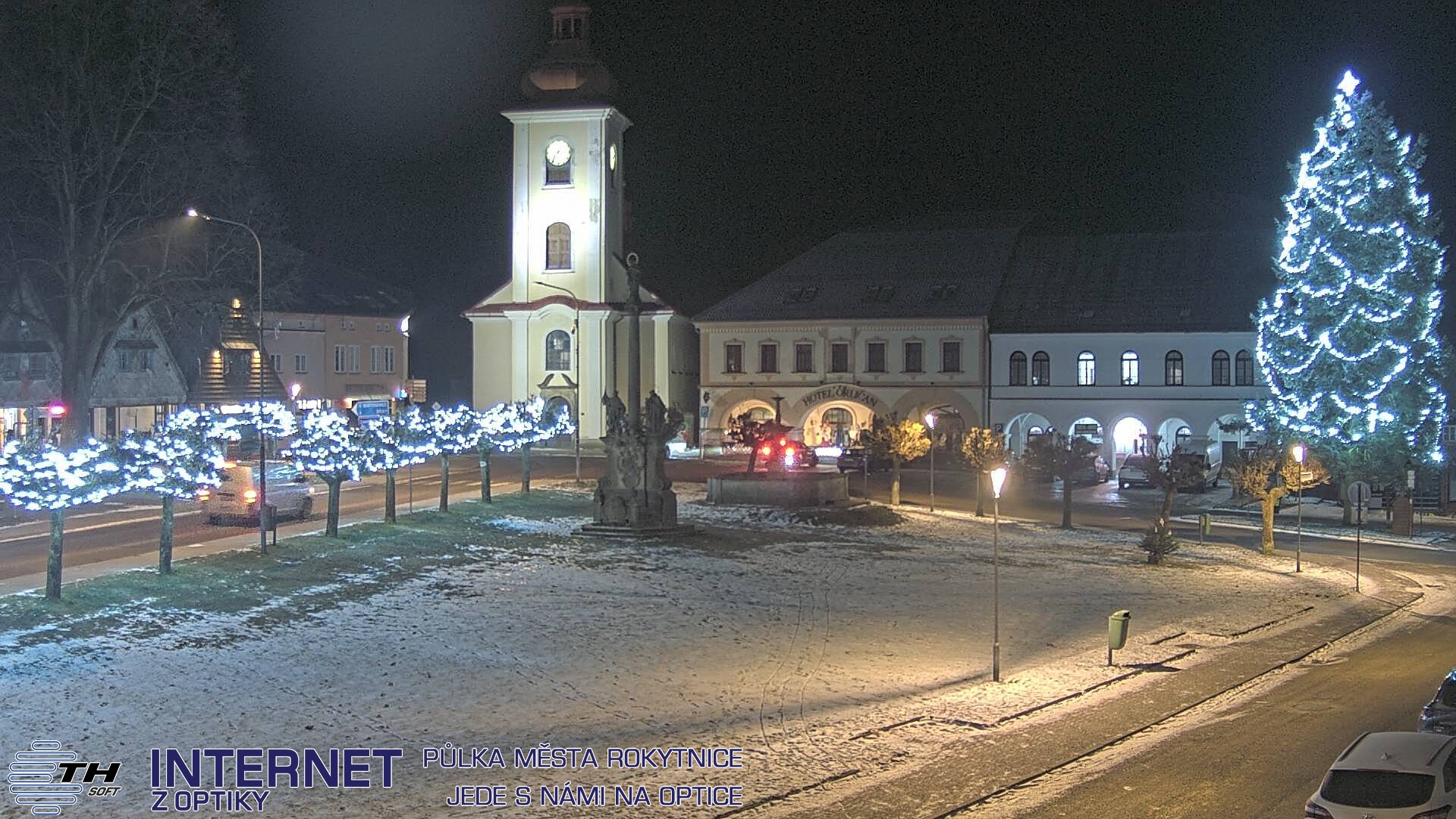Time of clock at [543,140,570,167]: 7:35
